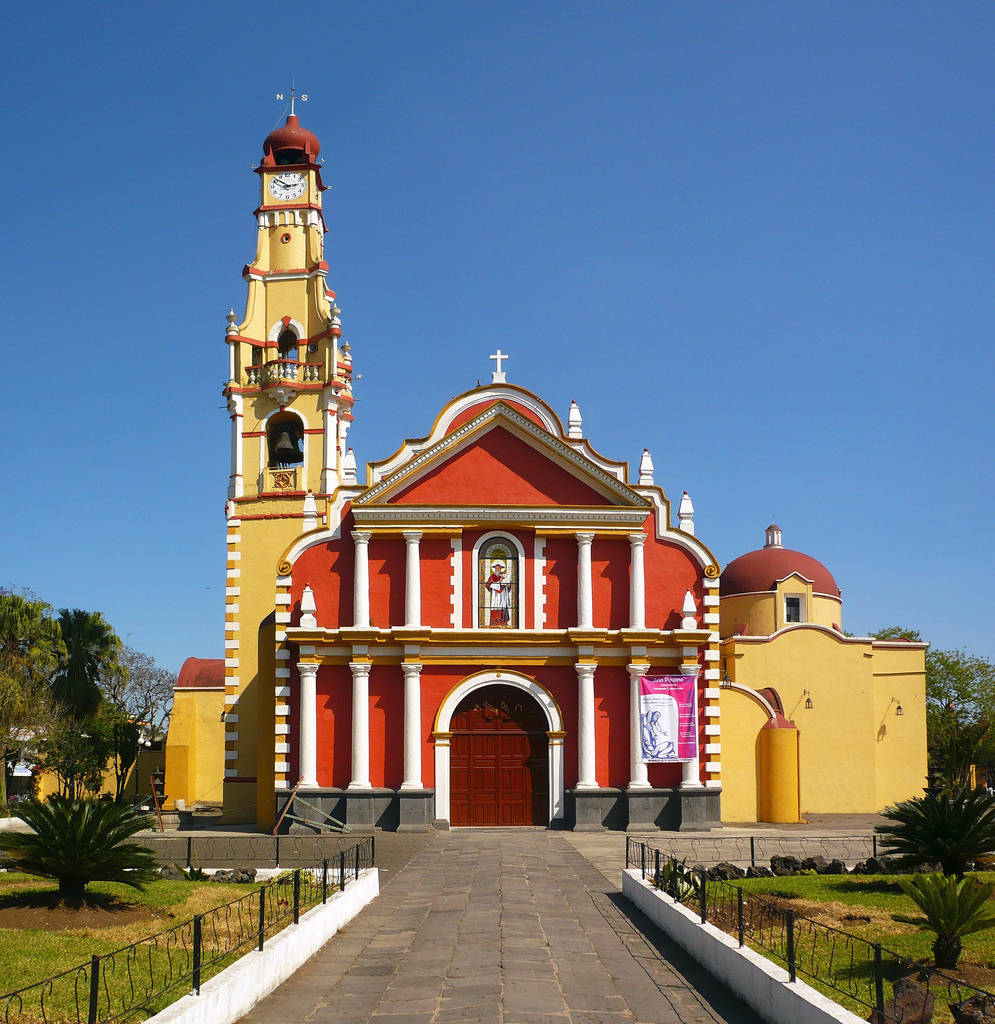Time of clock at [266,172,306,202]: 2:52
